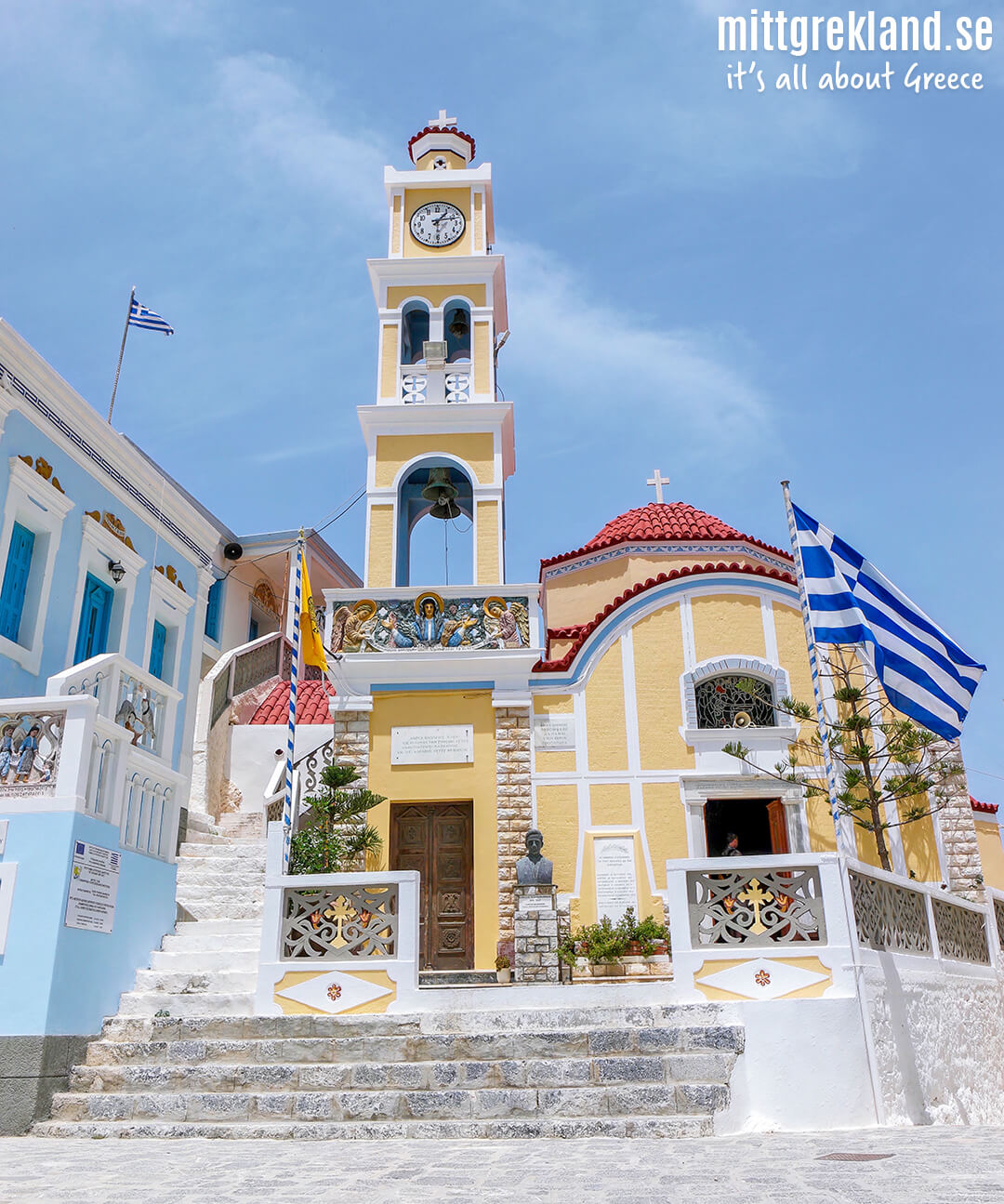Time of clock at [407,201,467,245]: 1:12
